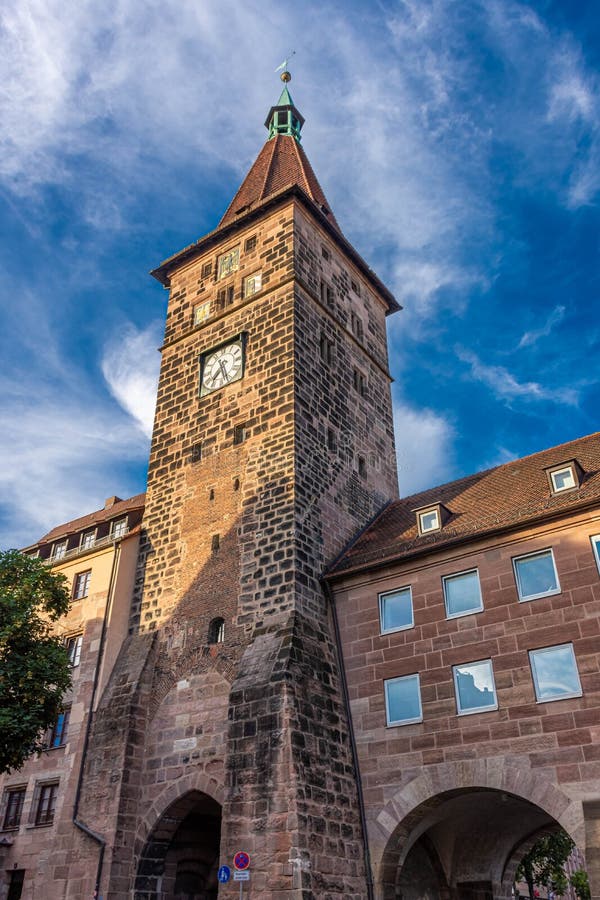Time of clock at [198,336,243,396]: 7:27
